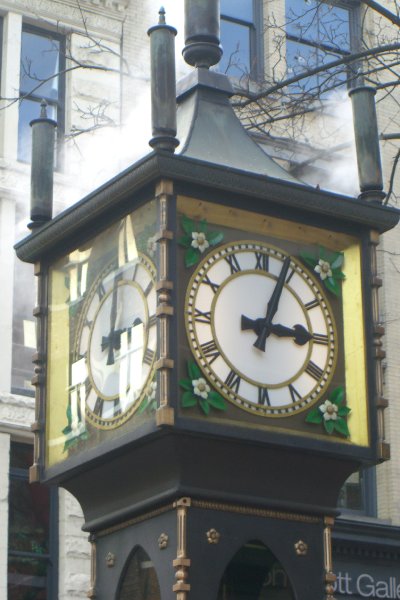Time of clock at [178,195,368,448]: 3:03
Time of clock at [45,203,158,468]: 3:02
